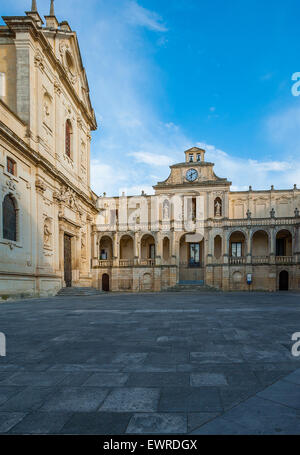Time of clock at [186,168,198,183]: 6:10
